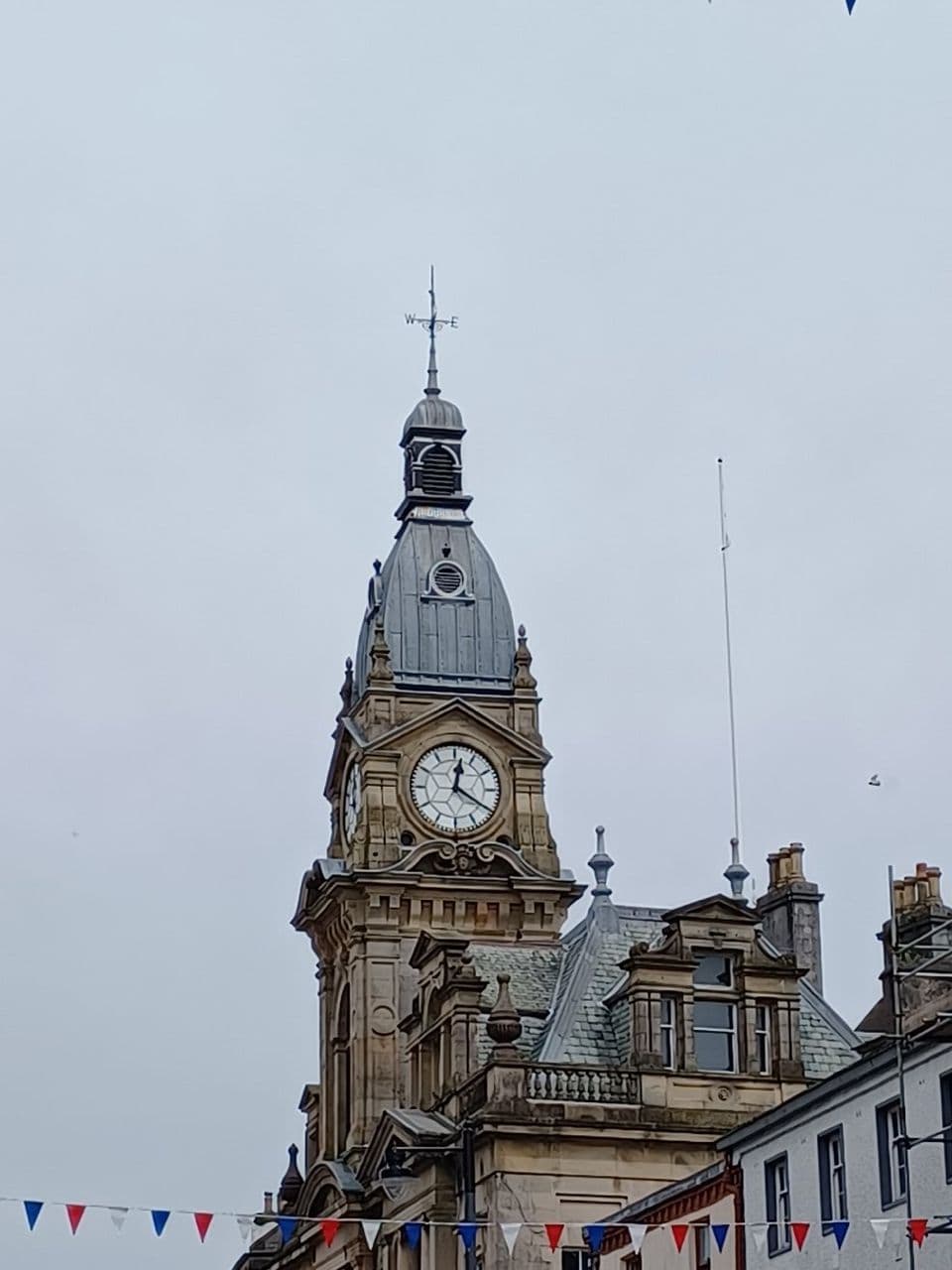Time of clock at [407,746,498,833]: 12:20
